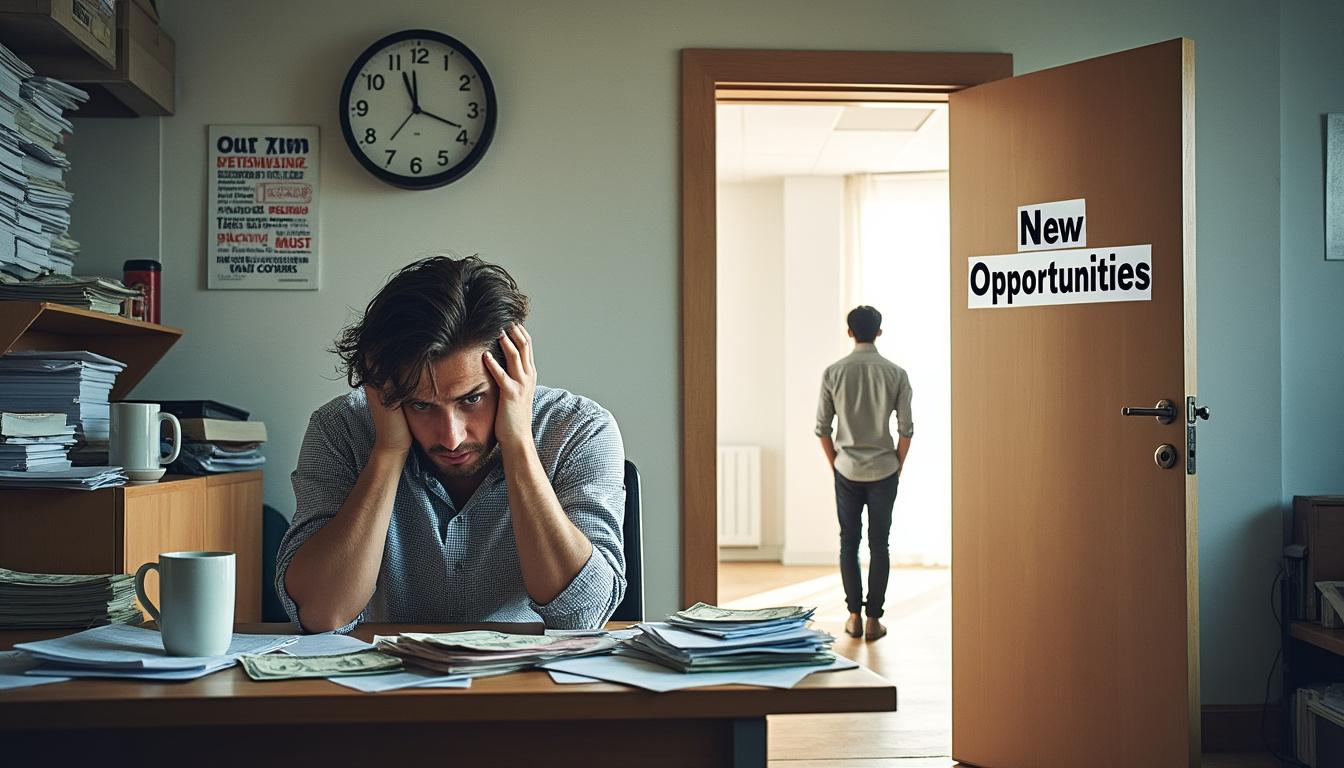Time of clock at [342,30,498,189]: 11:18
